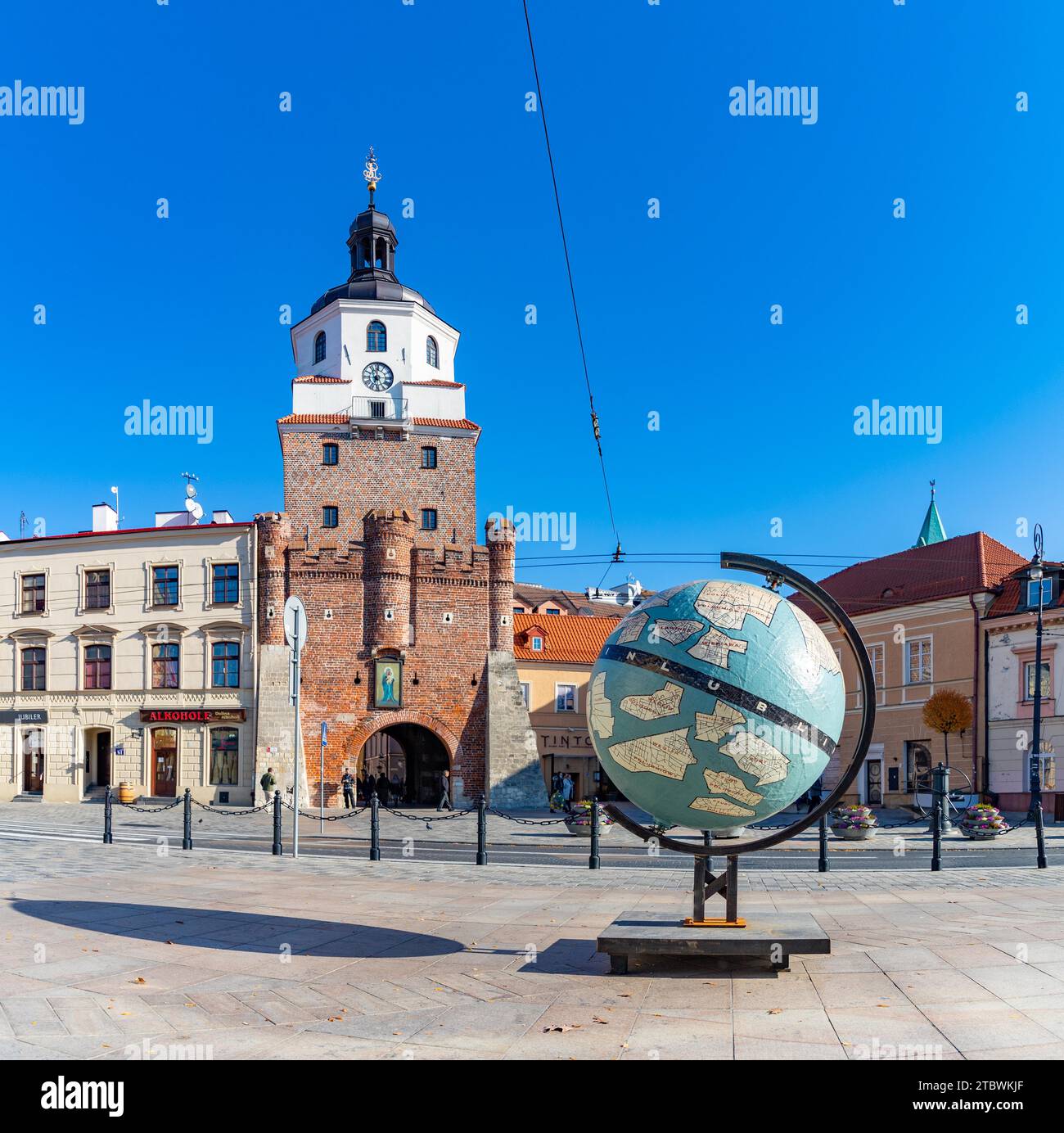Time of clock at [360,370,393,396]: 11:32
